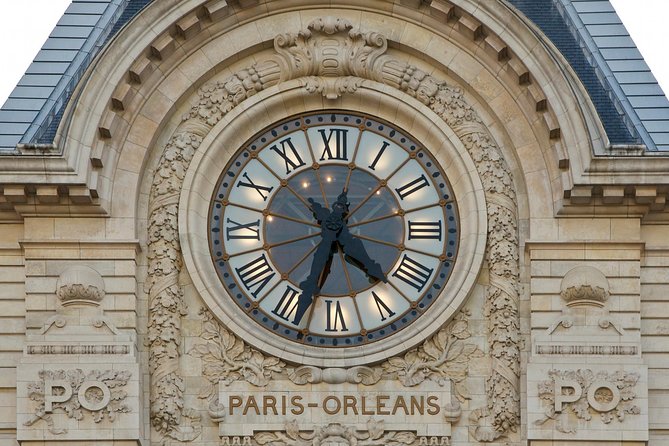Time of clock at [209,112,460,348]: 4:33
